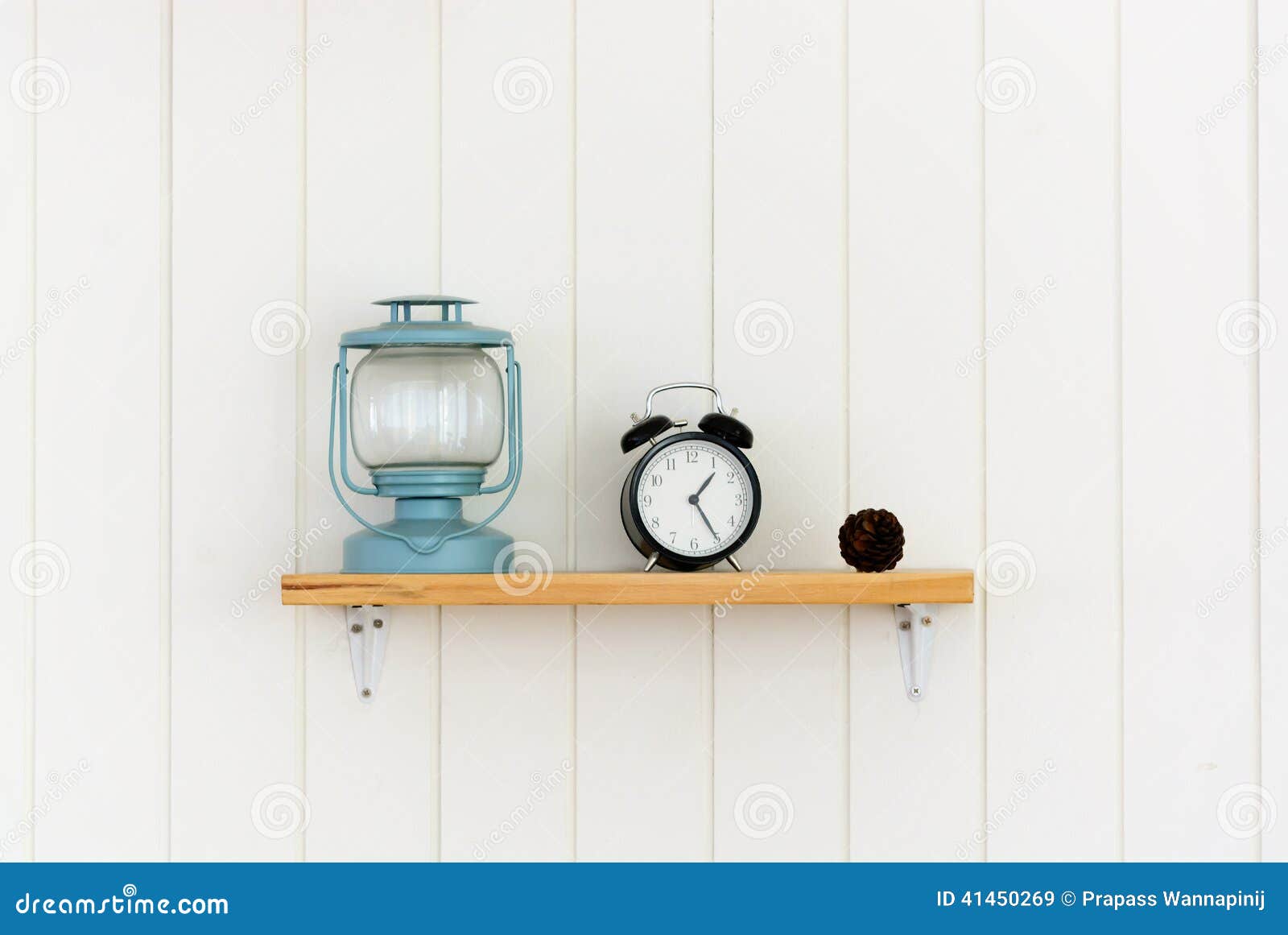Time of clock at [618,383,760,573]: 1:24
